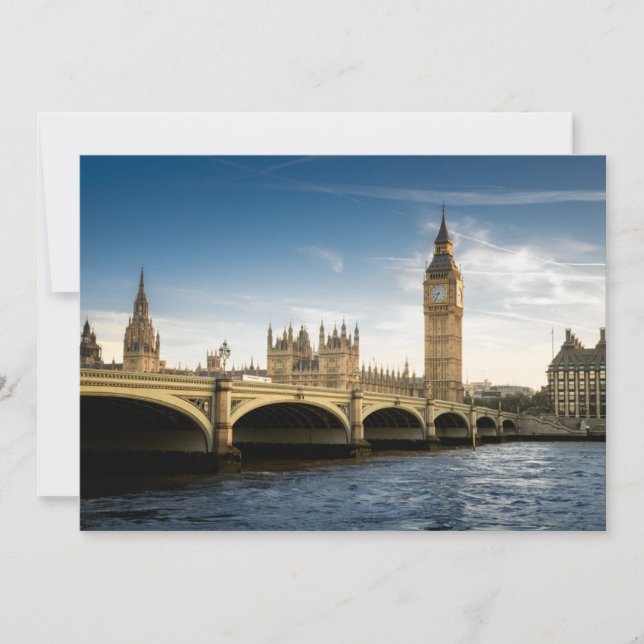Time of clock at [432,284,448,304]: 8:34
